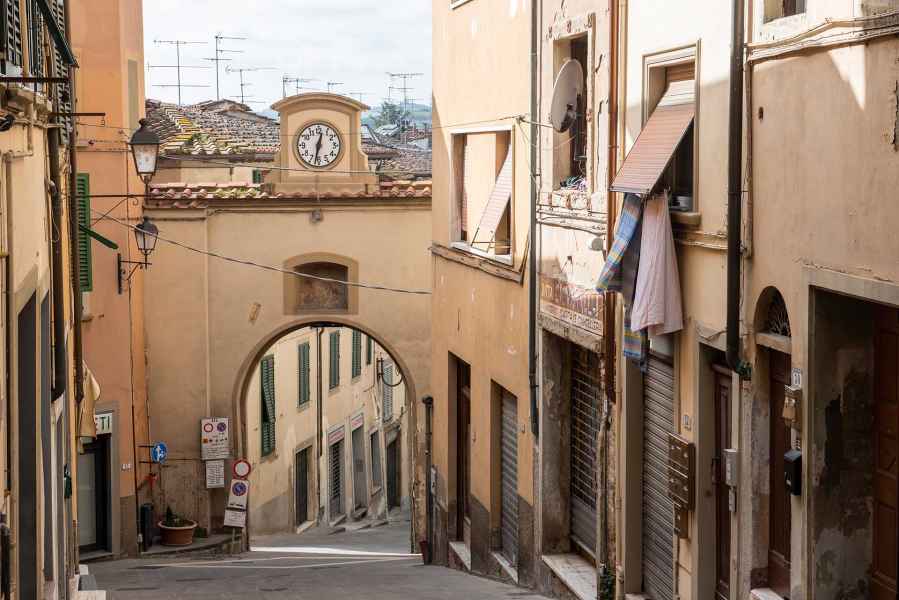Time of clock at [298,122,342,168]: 12:32
